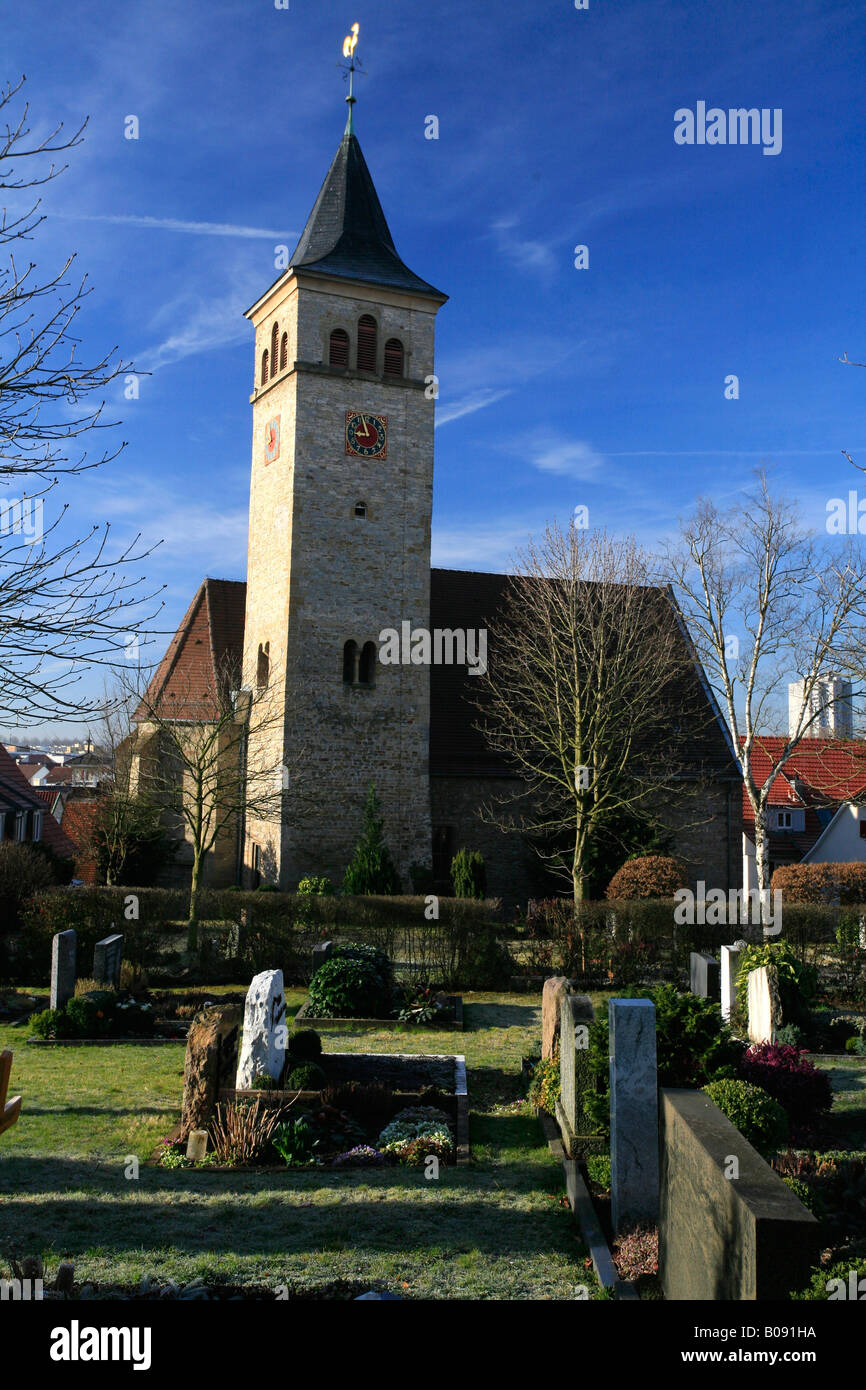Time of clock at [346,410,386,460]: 8:57
